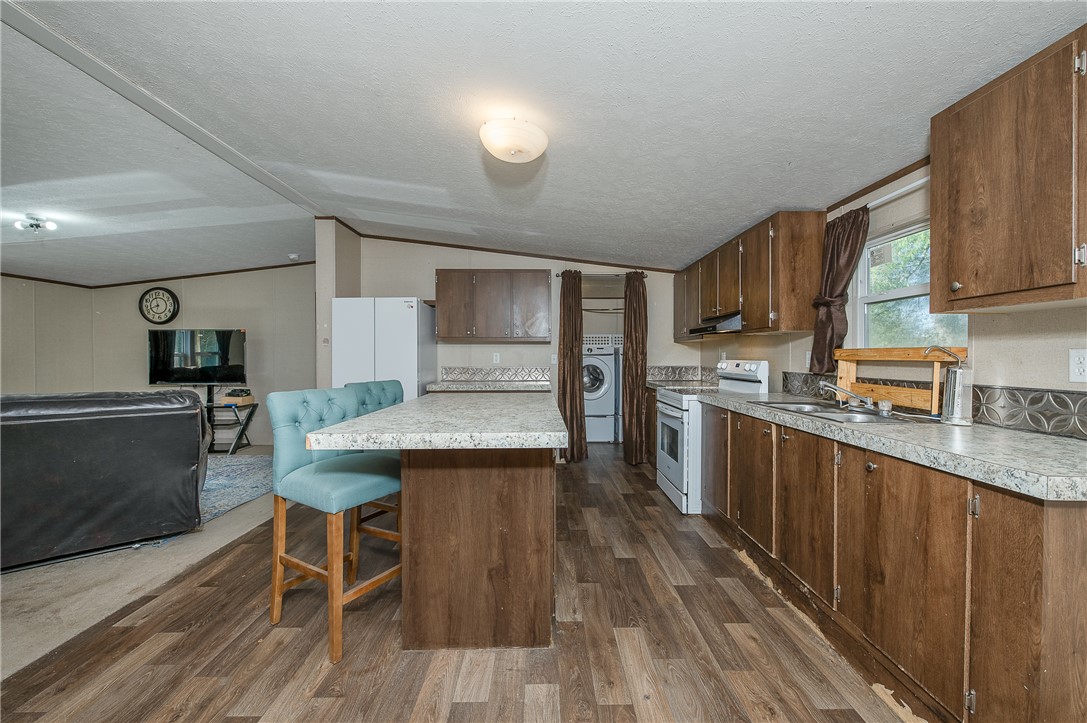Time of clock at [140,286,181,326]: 11:42
